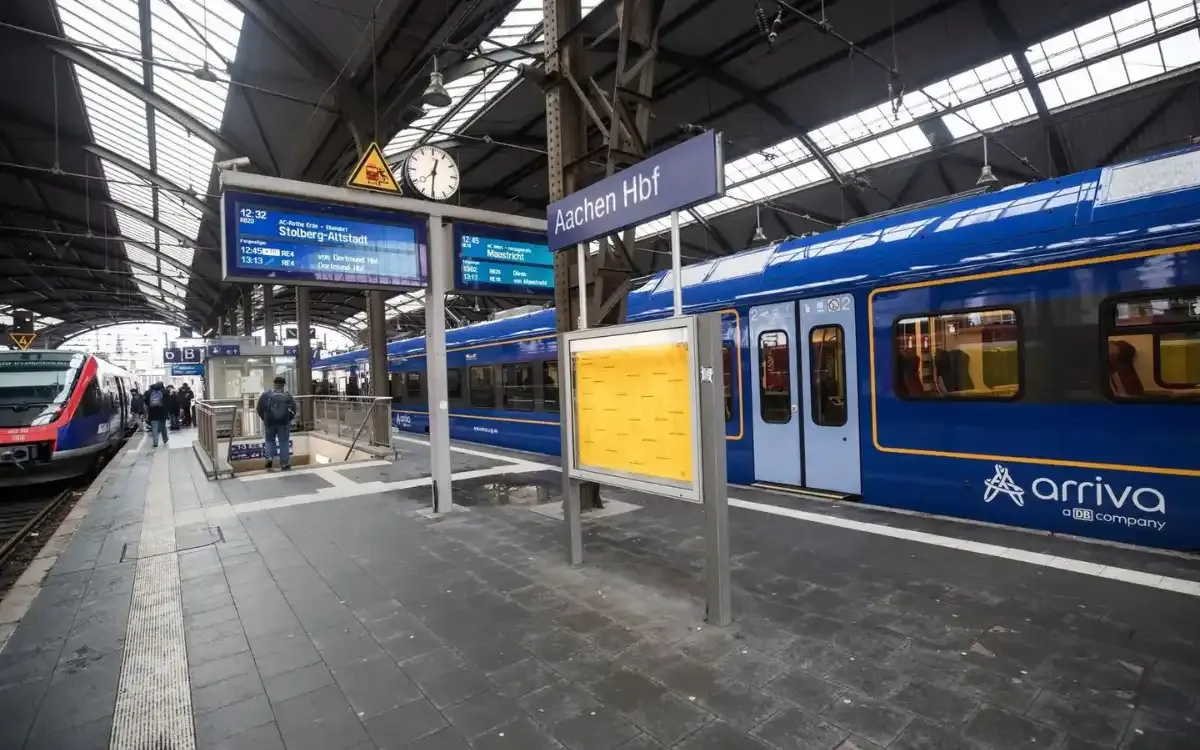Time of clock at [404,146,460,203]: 12:30
